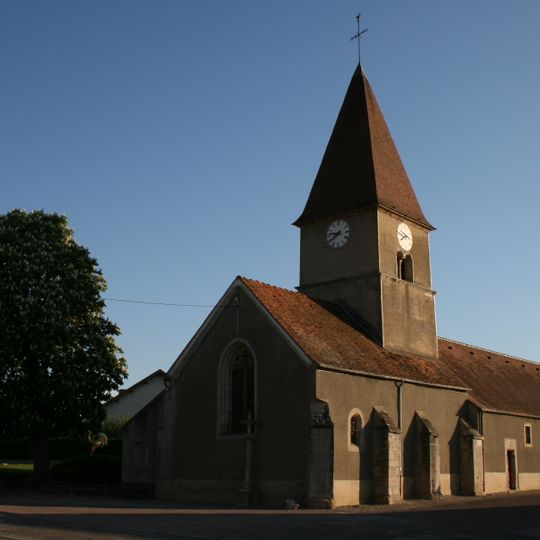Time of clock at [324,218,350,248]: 7:46
